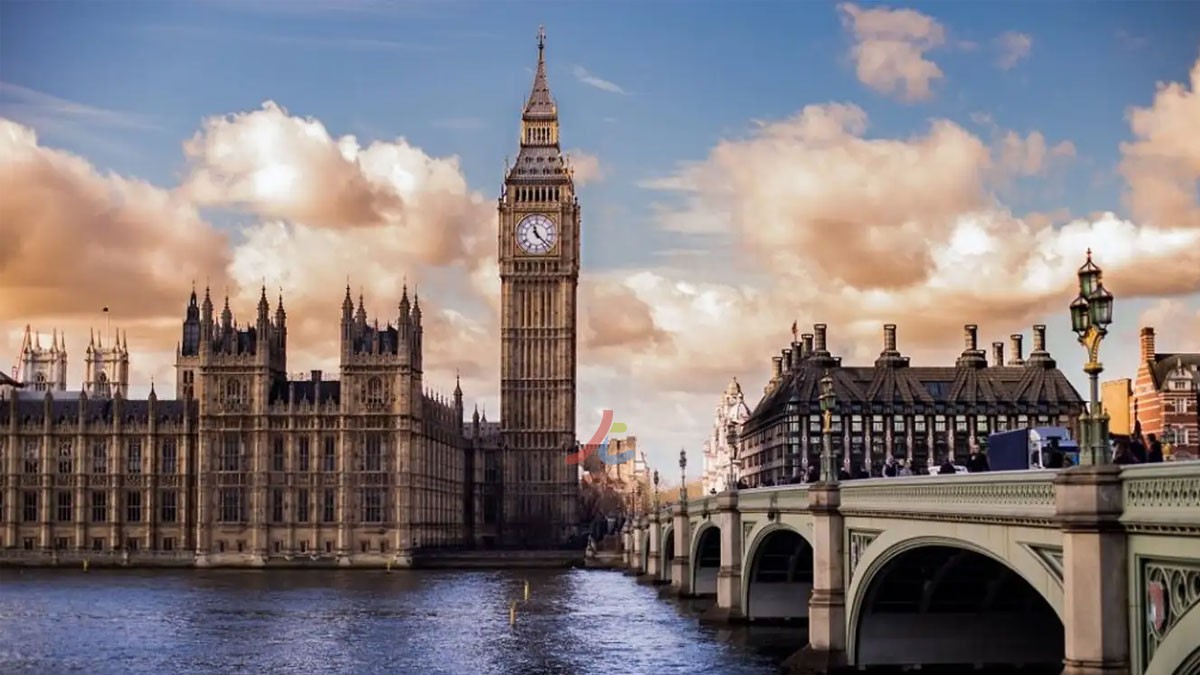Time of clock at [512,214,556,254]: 11:22
